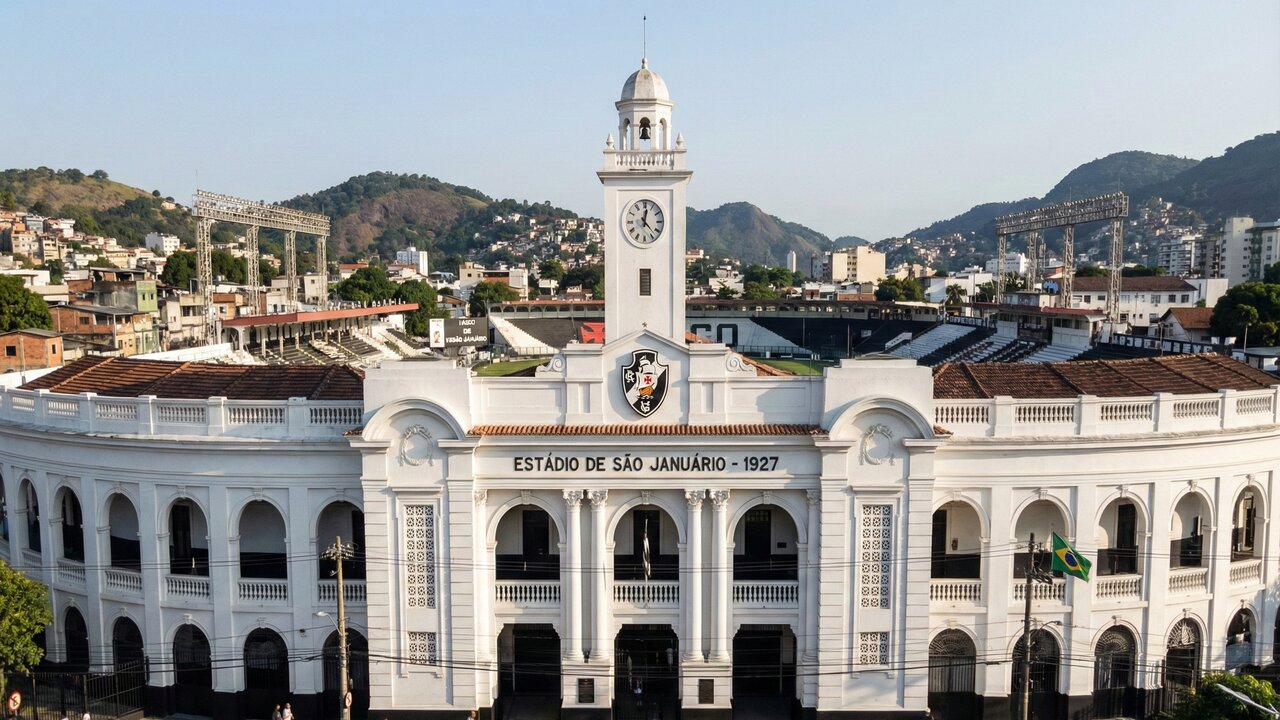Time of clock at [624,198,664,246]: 12:22
